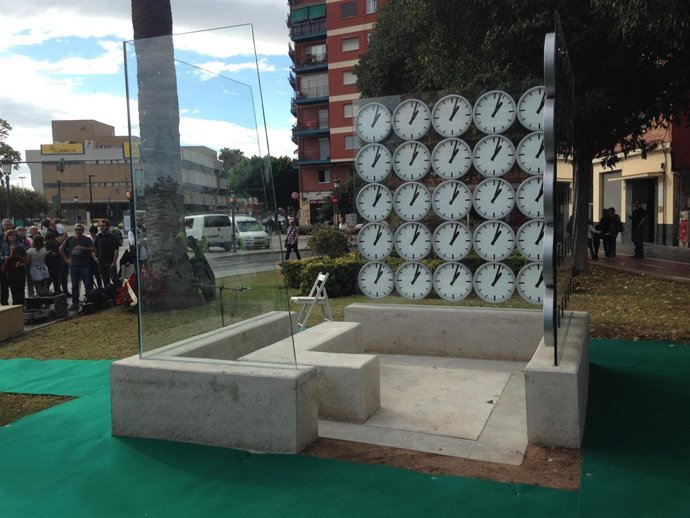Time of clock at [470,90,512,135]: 1:03
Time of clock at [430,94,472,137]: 1:03
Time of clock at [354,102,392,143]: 1:03
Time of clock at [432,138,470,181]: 1:02
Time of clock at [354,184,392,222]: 1:03
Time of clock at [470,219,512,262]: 1:03
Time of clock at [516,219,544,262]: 1:03
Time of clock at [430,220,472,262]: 1:03
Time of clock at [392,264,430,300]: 1:03
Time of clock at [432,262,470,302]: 1:03
